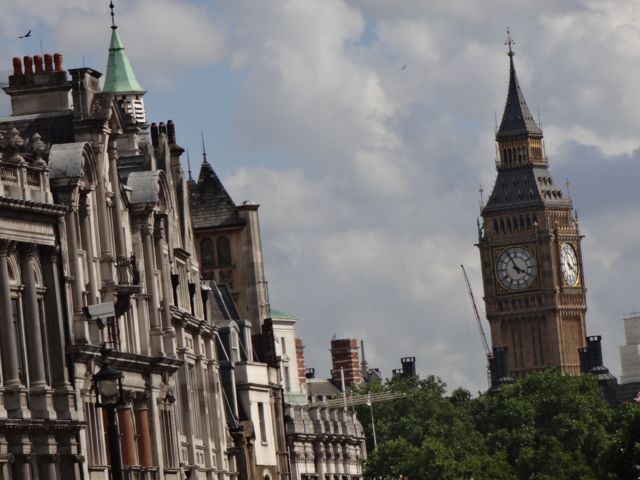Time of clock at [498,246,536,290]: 3:55
